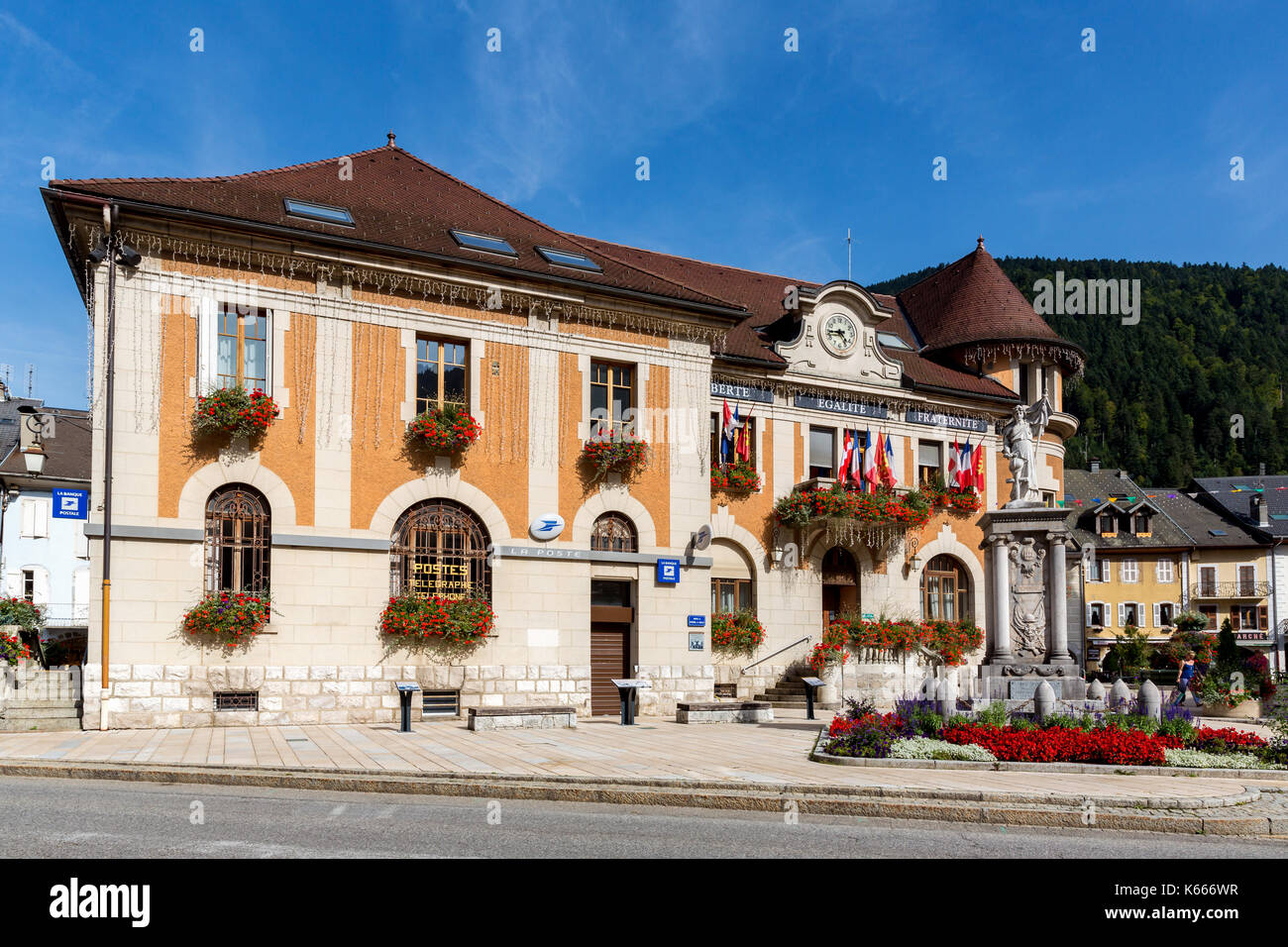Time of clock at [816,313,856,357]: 4:44
